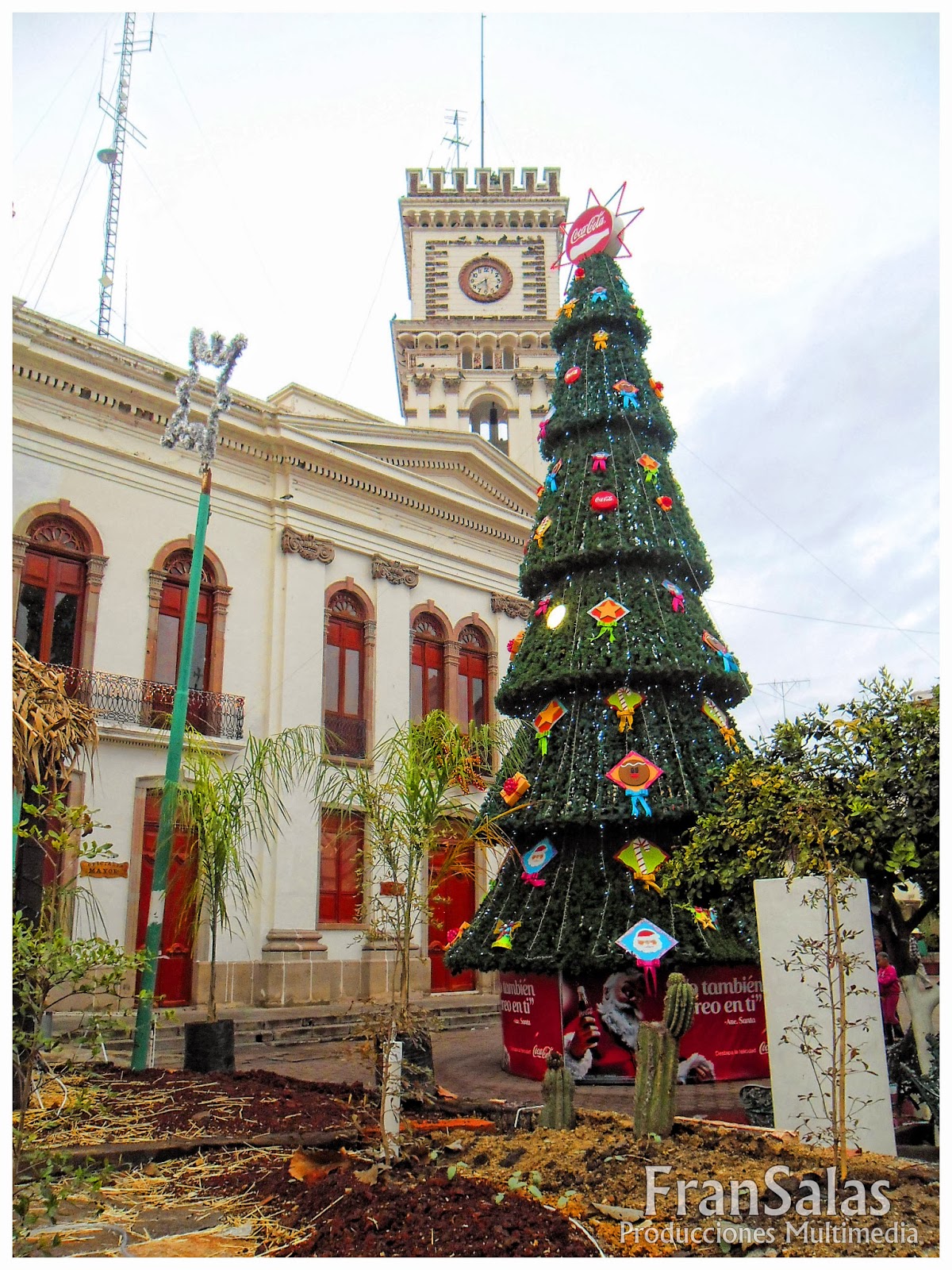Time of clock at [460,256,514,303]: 5:40
